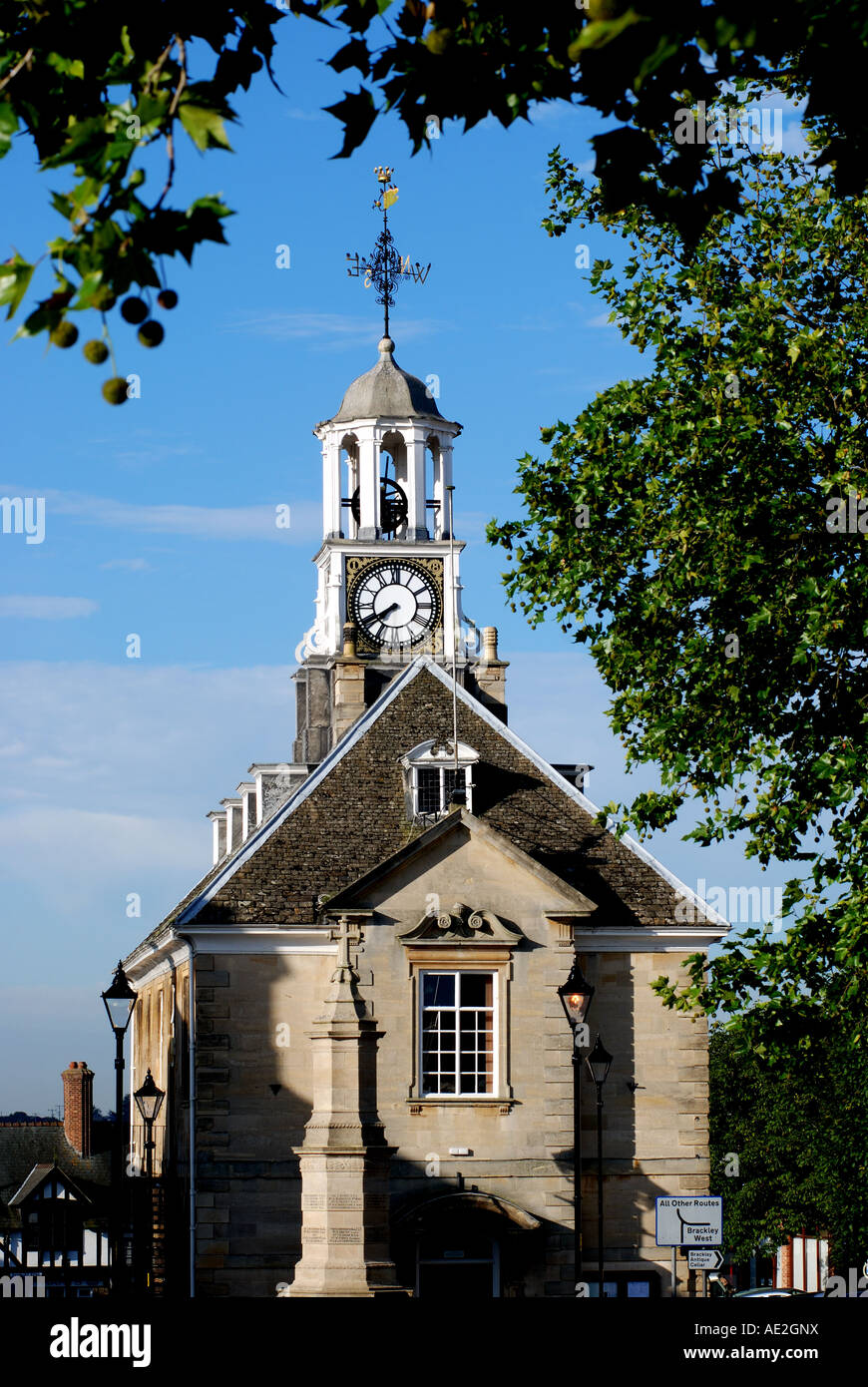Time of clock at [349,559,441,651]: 7:40
